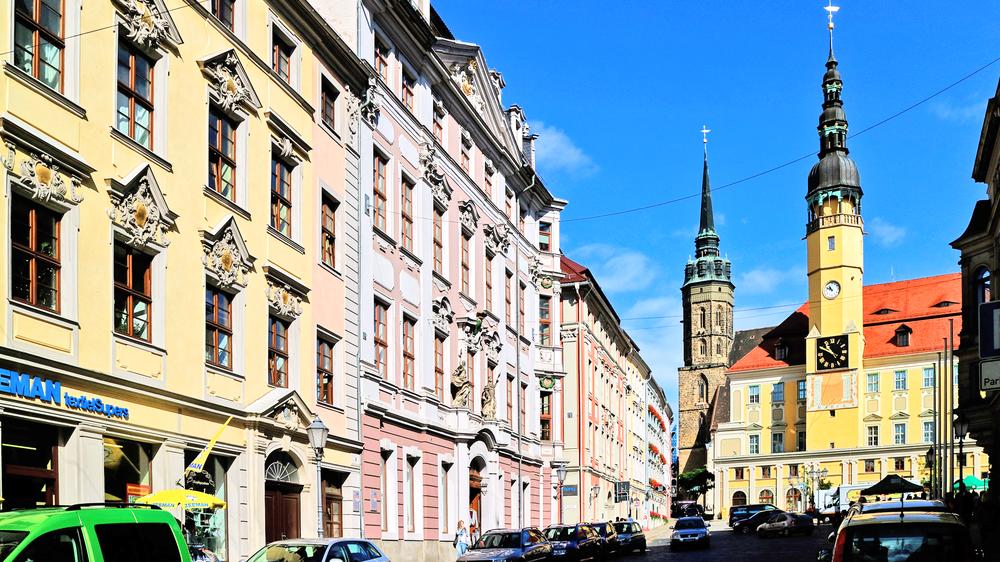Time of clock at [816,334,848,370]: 10:49
